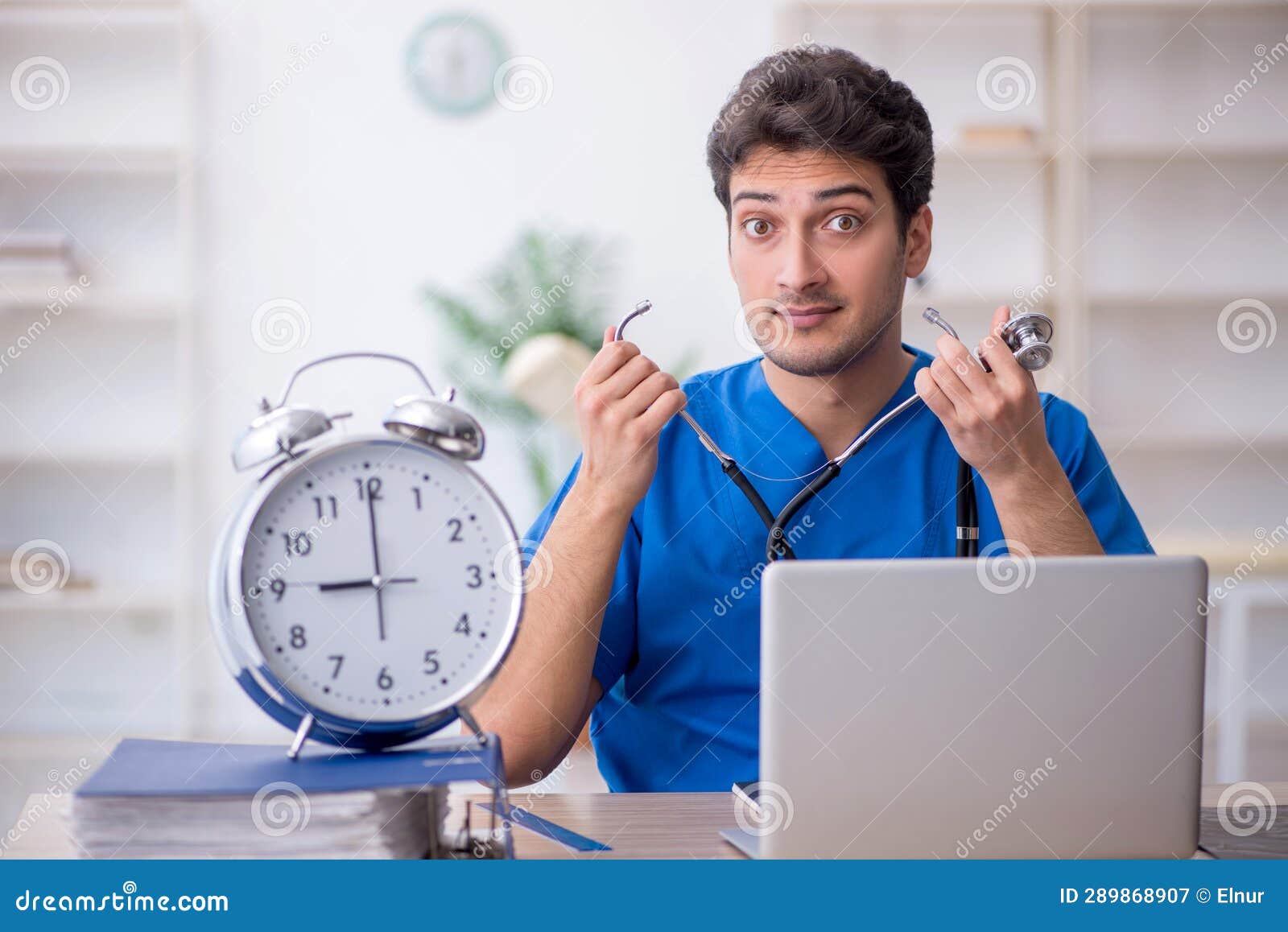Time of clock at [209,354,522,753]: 9:00
